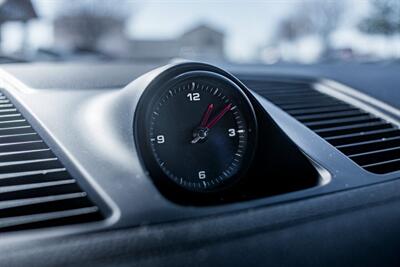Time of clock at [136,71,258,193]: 1:09
